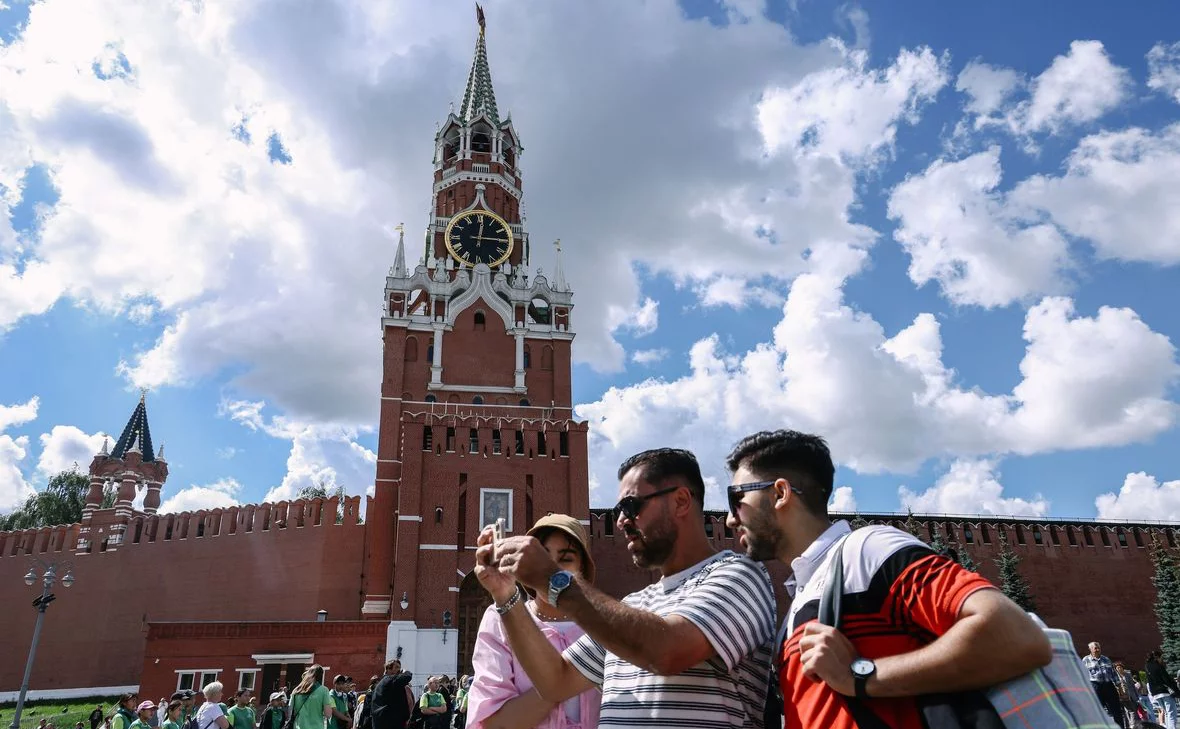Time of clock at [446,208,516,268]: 12:14
